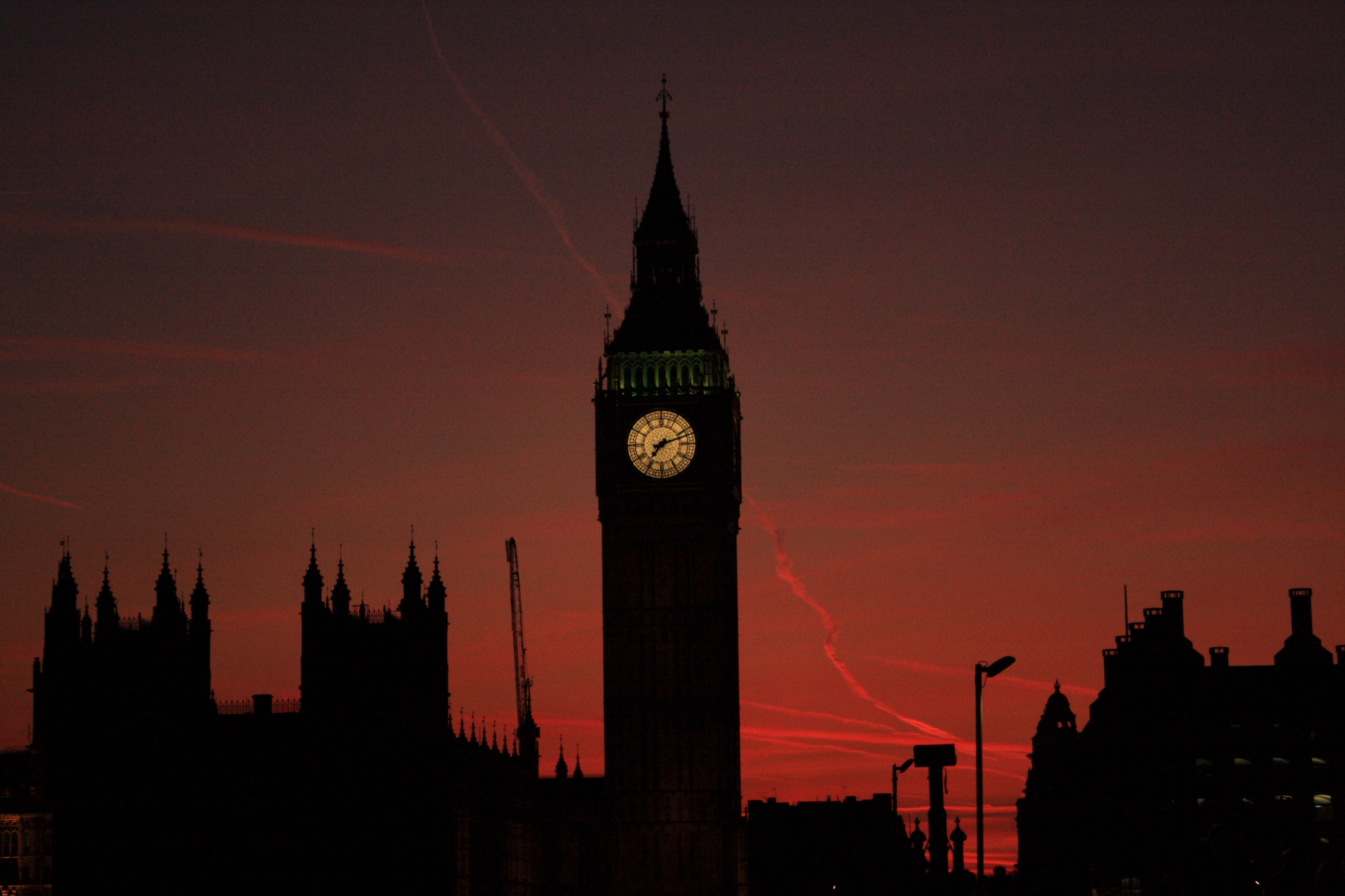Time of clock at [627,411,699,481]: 7:11
